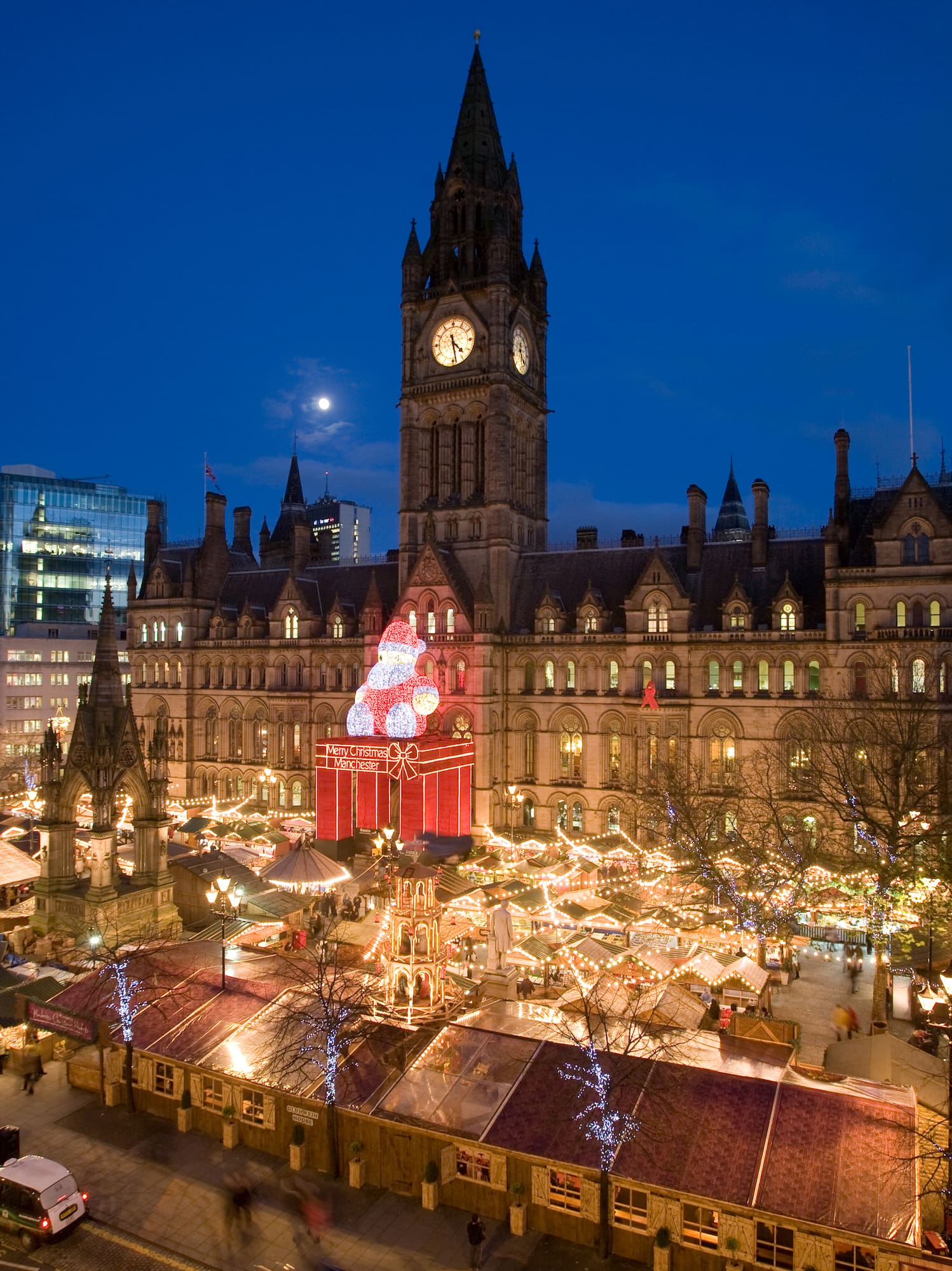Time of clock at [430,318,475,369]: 4:28
